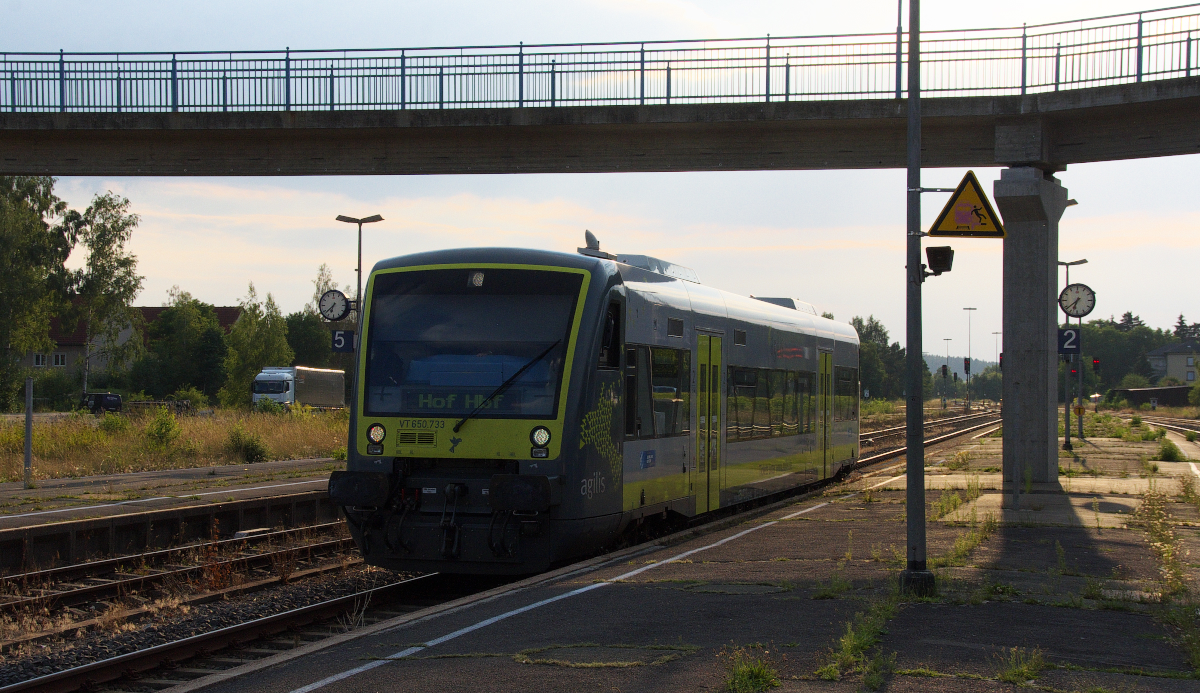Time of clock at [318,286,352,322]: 6:37
